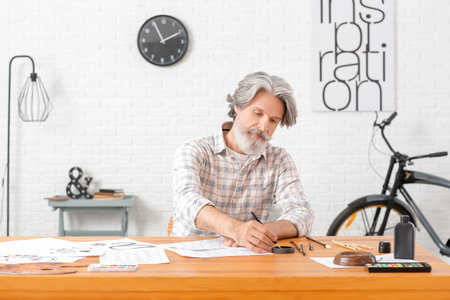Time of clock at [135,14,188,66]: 11:10
